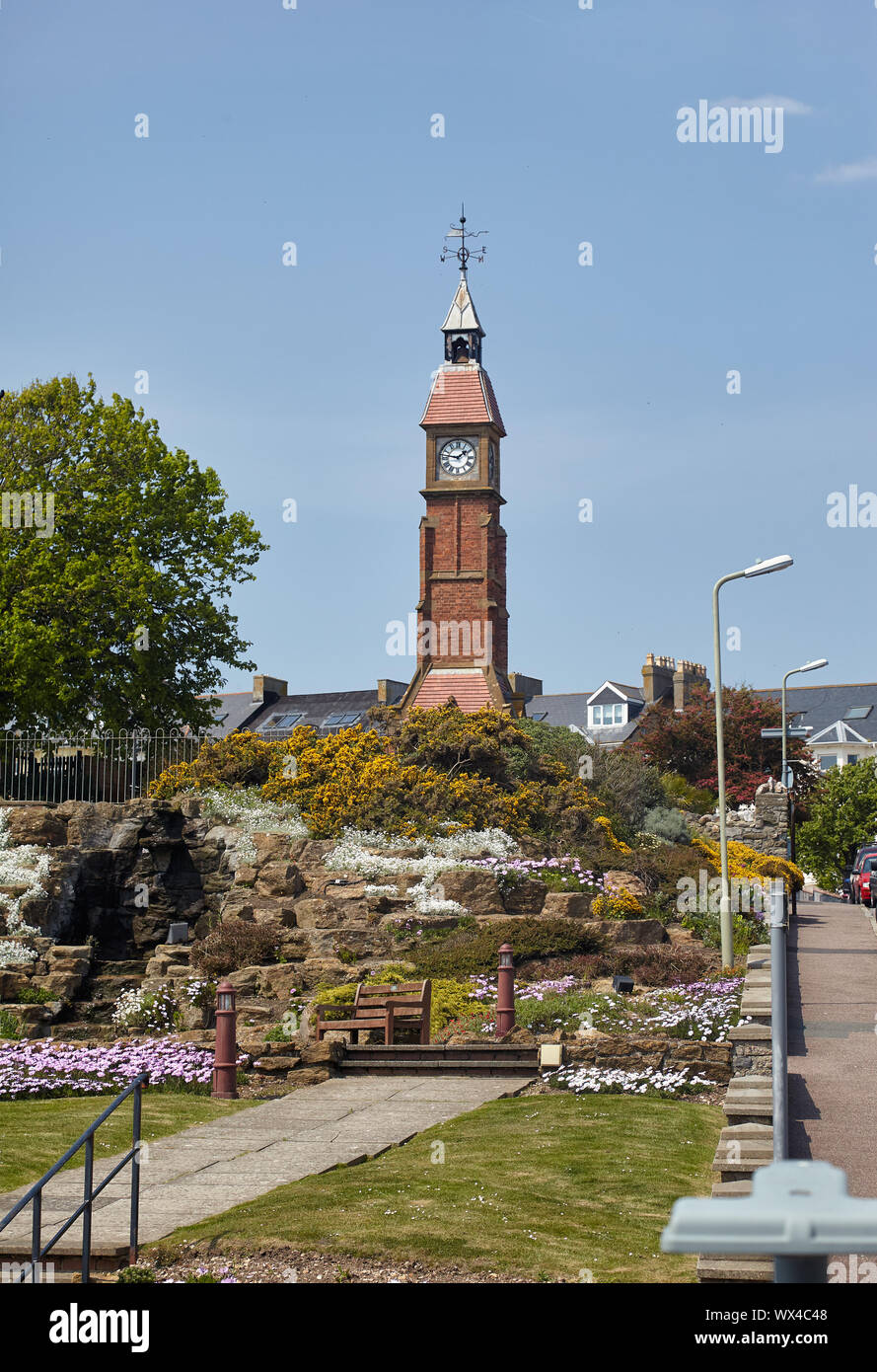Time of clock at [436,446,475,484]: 1:46
